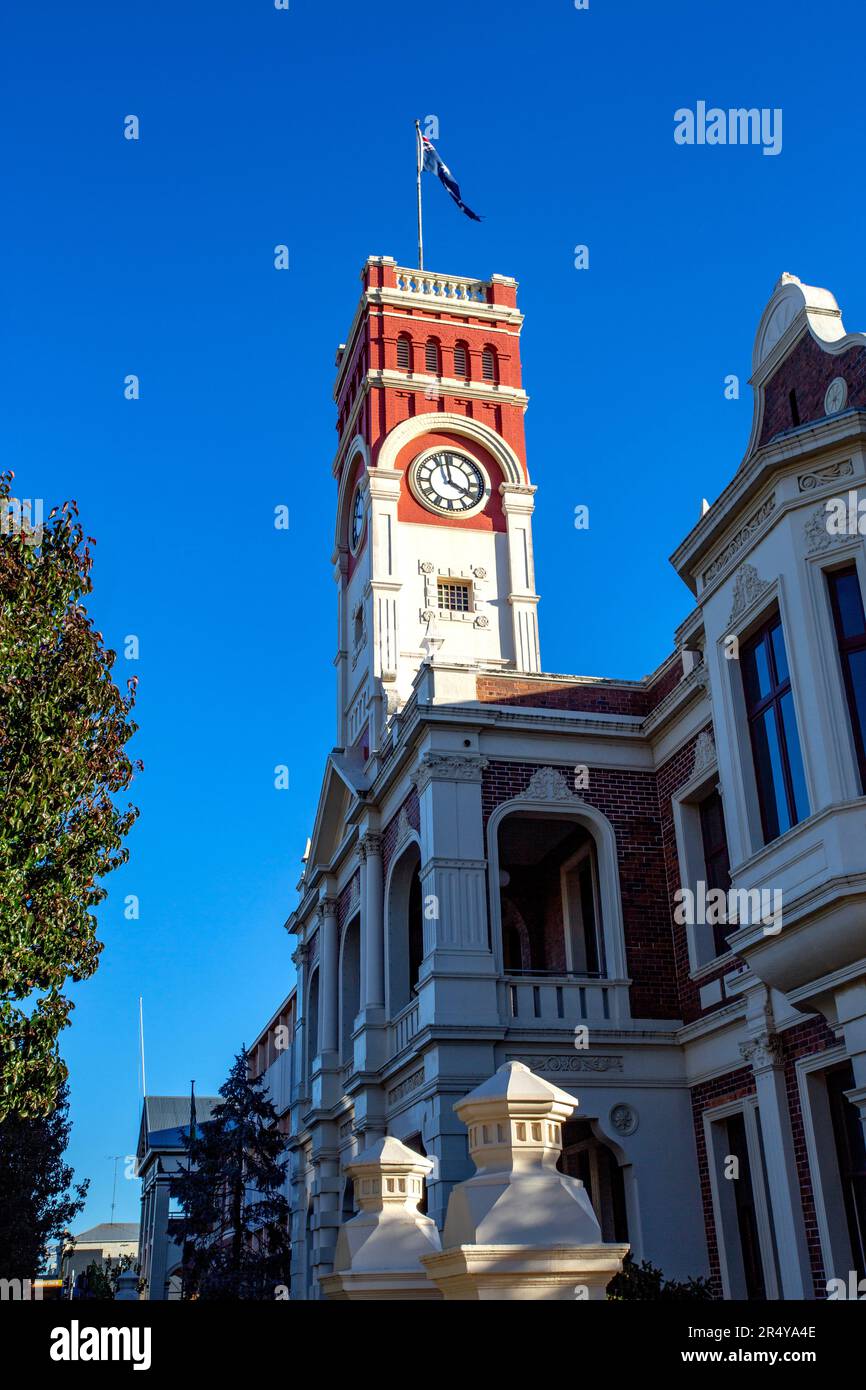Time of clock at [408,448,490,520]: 3:58
